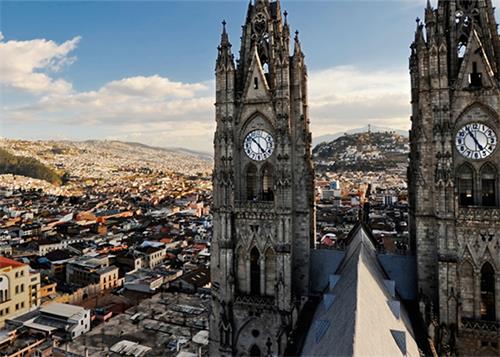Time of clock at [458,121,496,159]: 4:54
